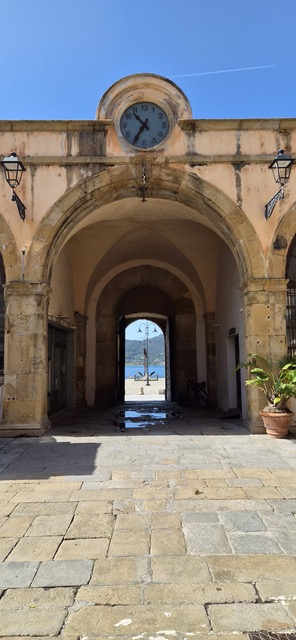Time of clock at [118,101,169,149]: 10:35
